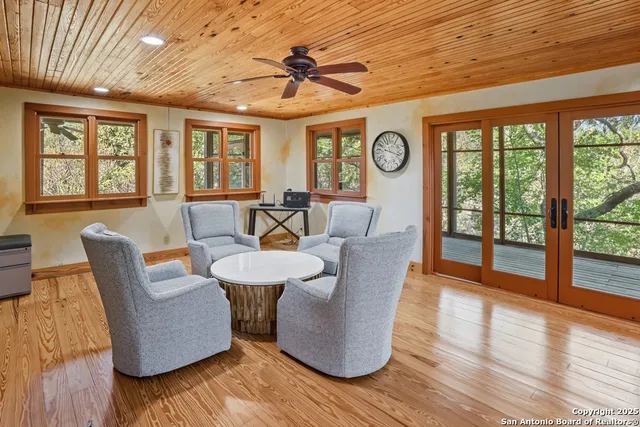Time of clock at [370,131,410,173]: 9:17
